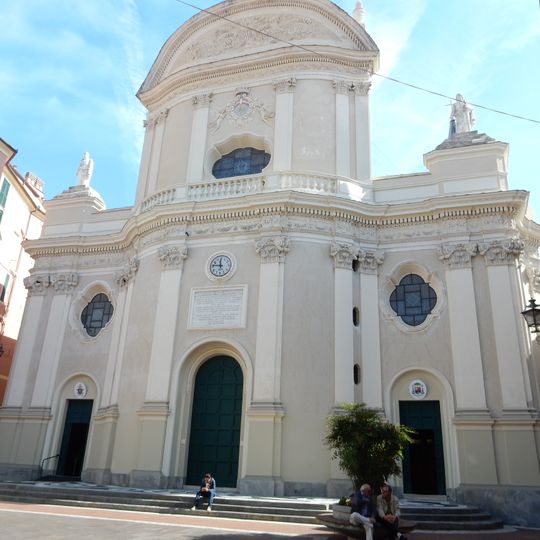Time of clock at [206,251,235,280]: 11:46
